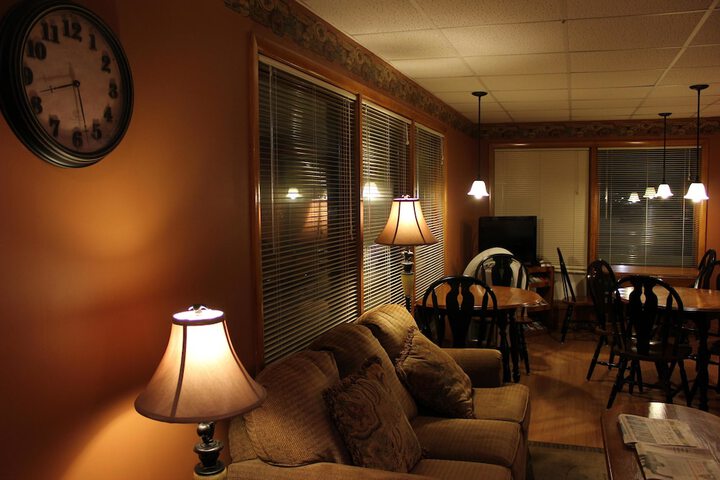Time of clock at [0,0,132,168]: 8:27
